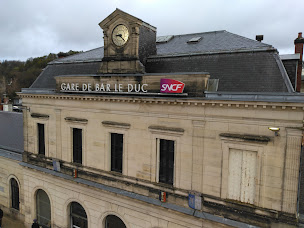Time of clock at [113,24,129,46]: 9:22
